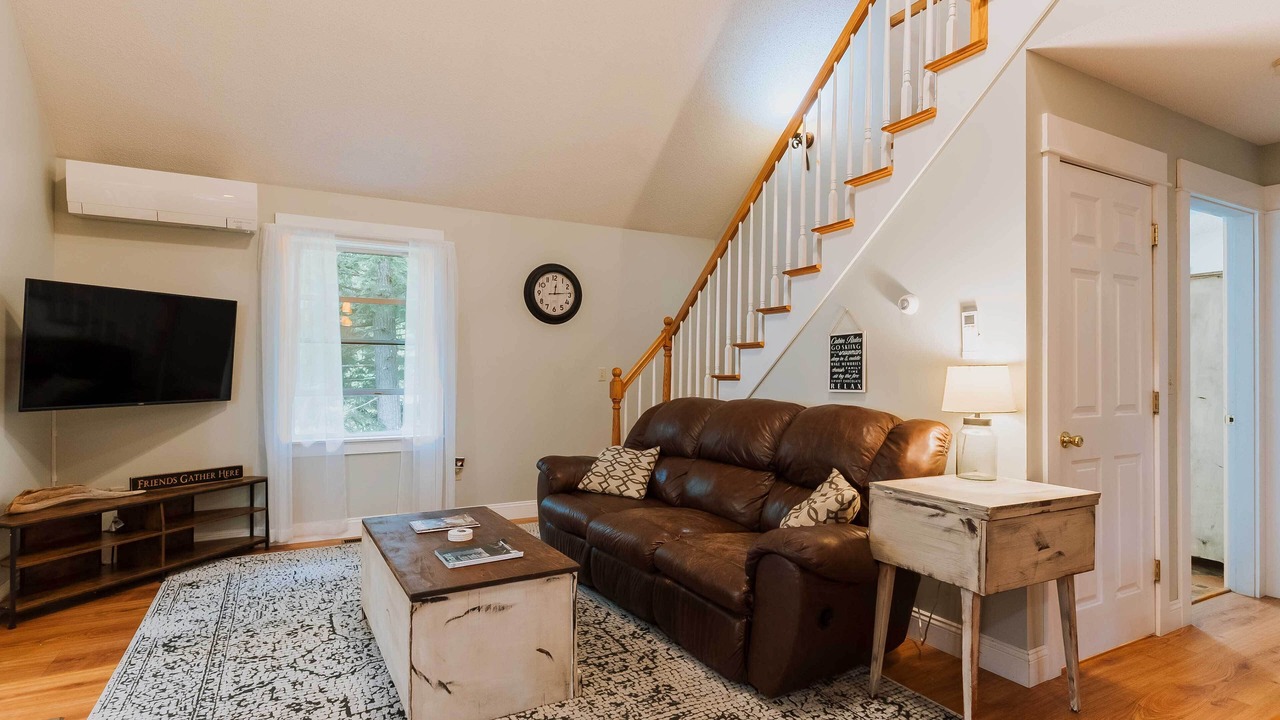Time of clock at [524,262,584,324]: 12:14
